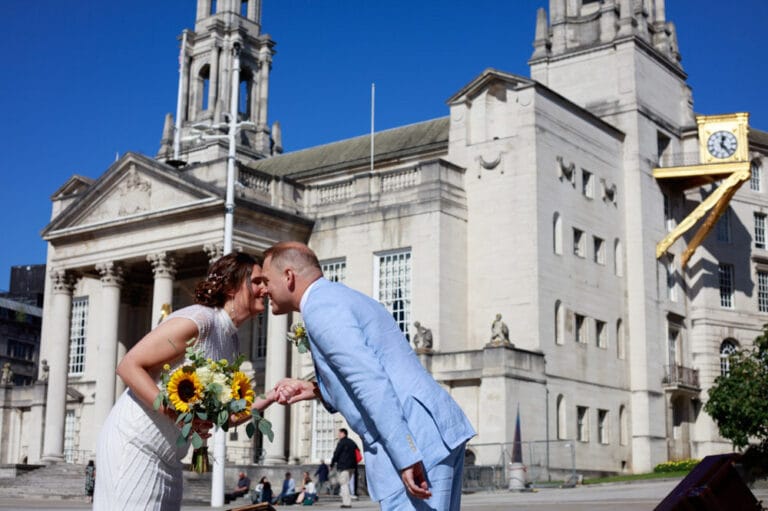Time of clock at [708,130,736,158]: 12:23
